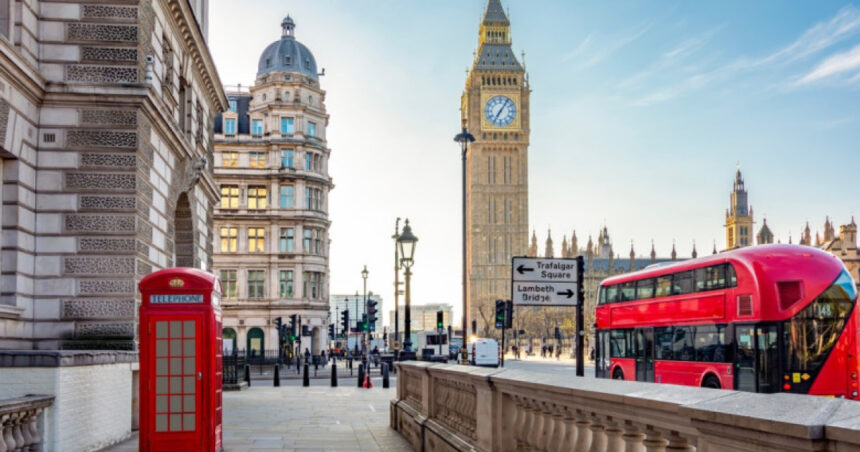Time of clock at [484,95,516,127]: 7:05
